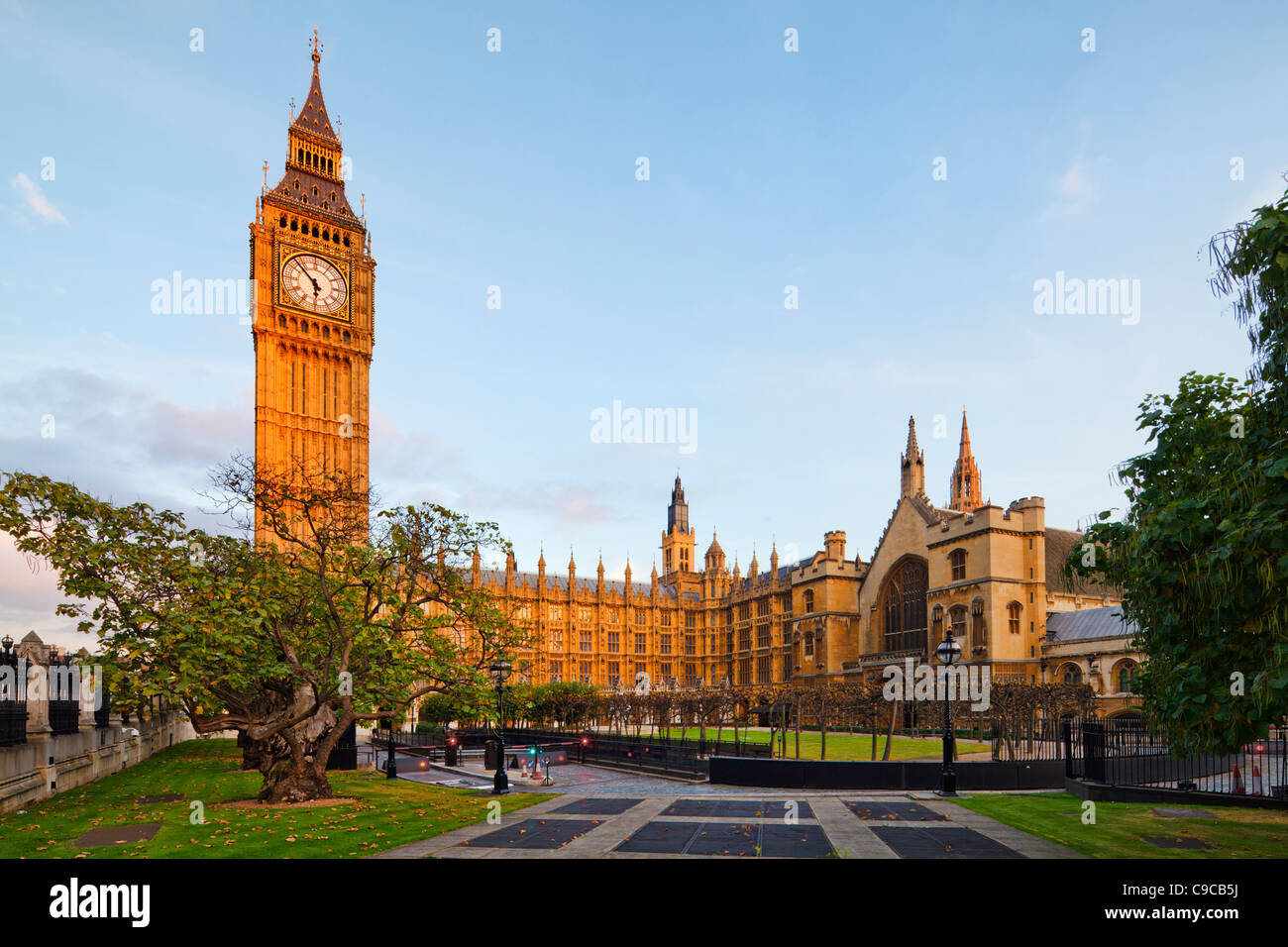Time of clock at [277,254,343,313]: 5:52
